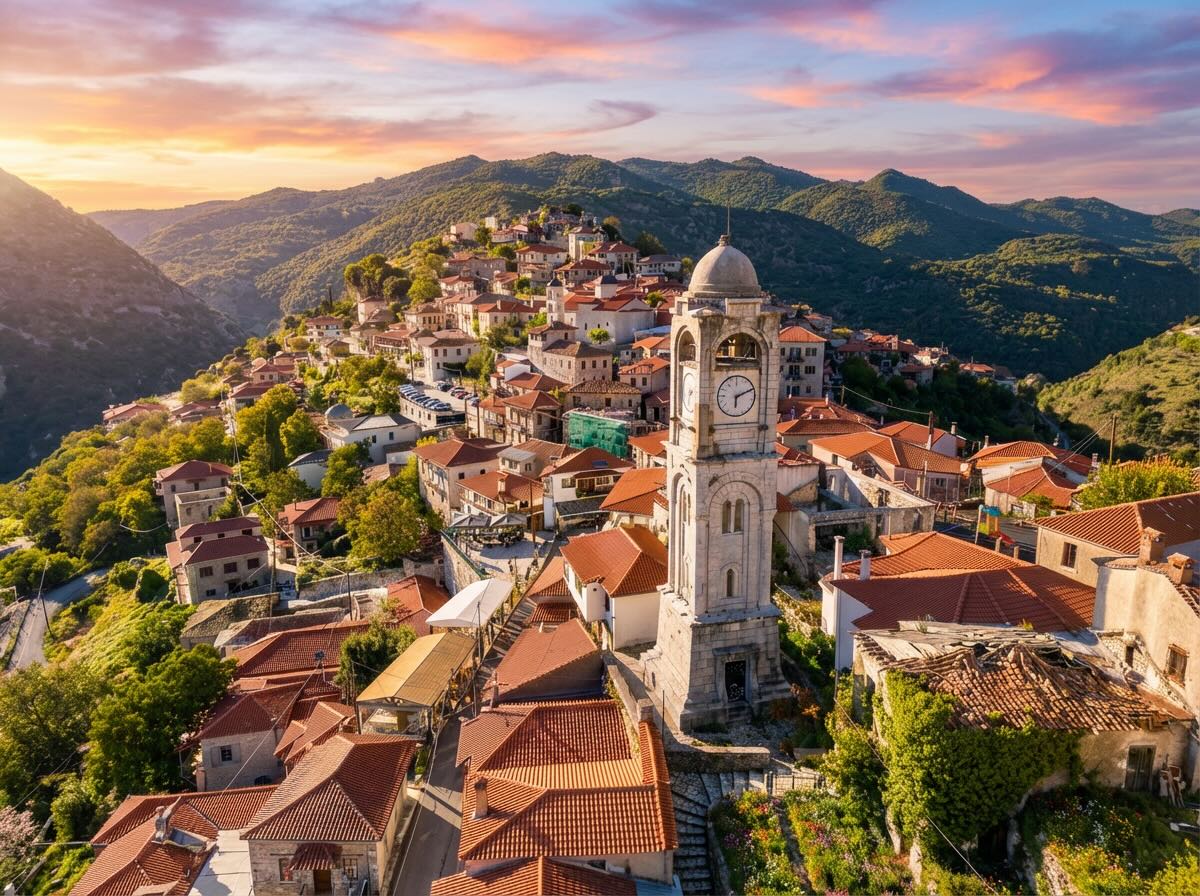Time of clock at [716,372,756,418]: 6:11
